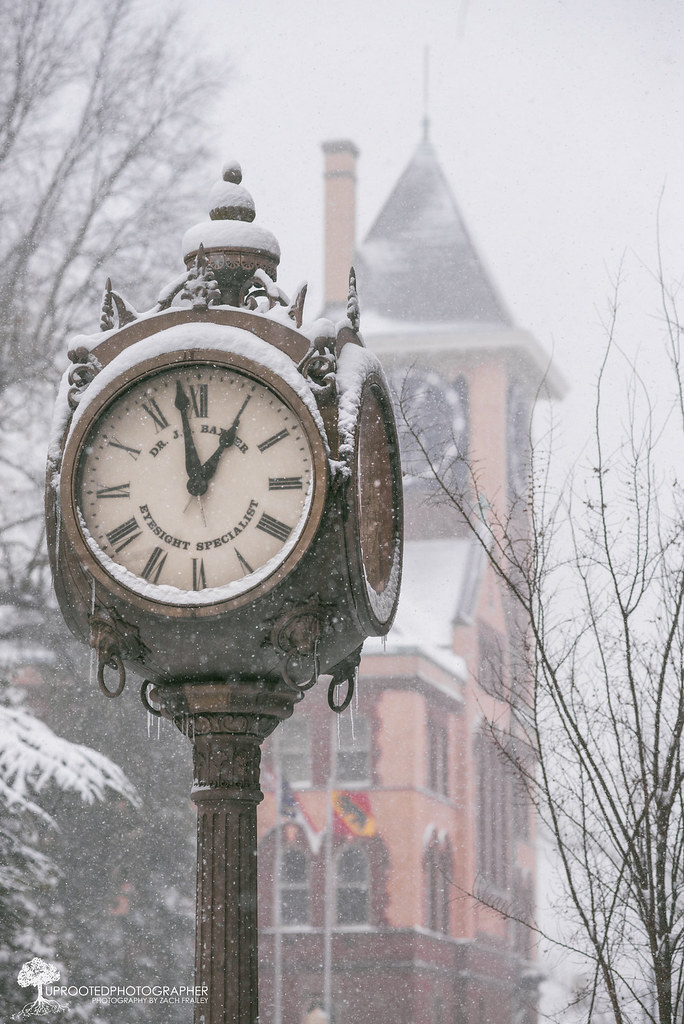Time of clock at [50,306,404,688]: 12:58
